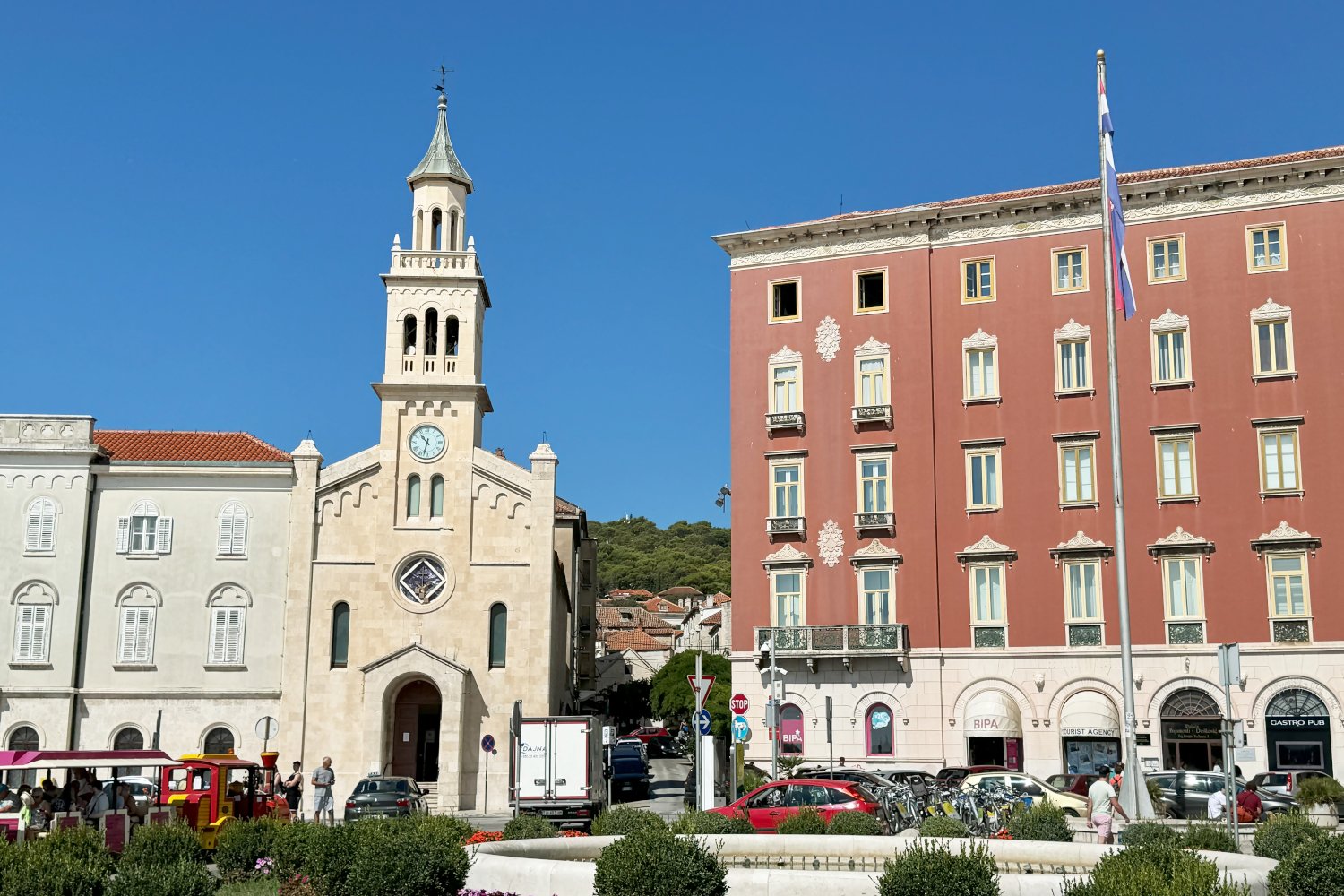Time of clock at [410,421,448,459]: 10:32
